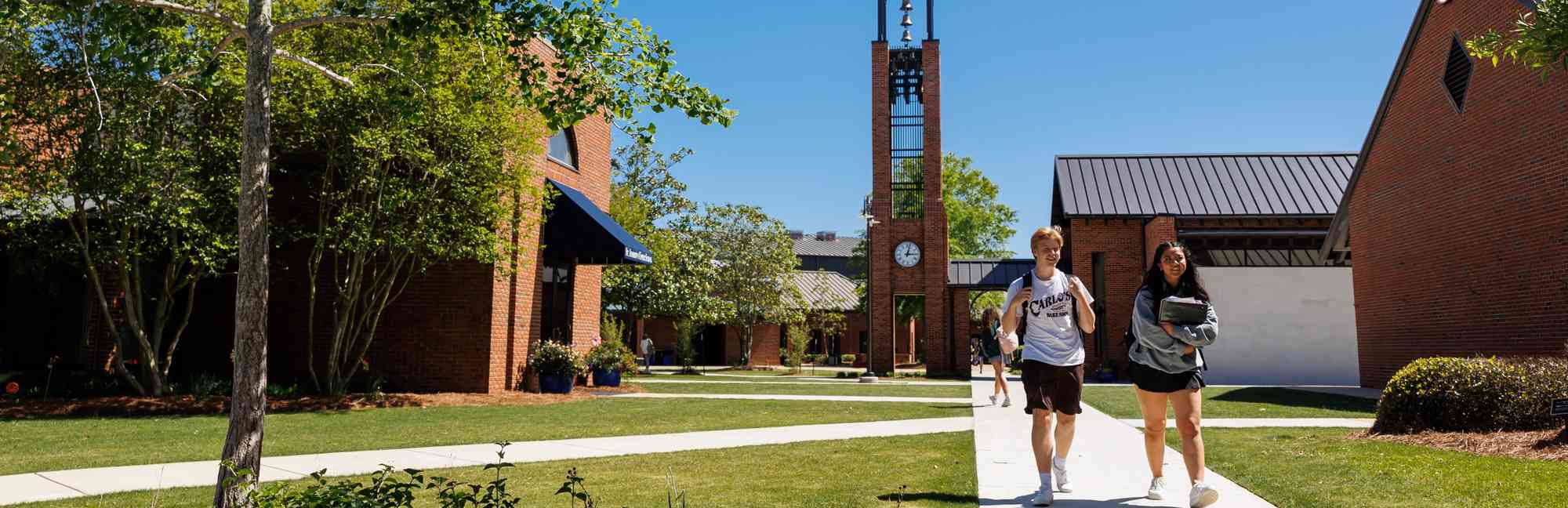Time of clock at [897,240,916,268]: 3:02
